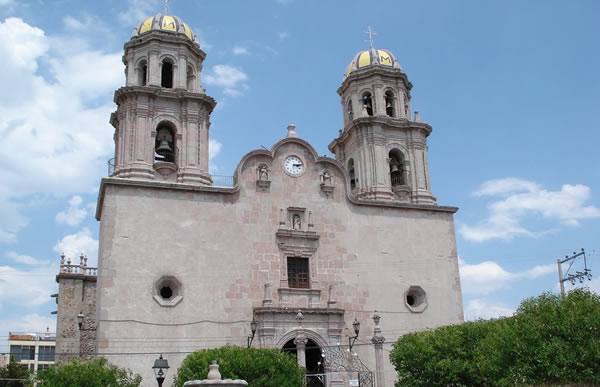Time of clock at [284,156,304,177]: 3:14
